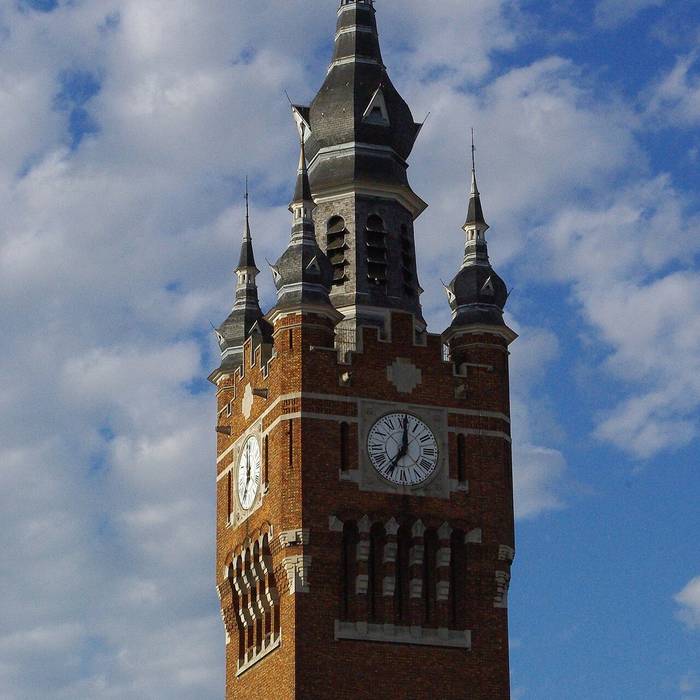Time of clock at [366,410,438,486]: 7:00
